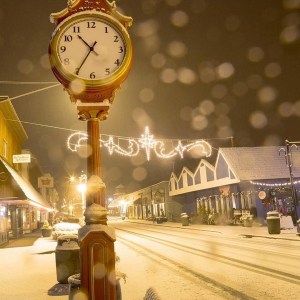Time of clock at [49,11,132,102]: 10:34
